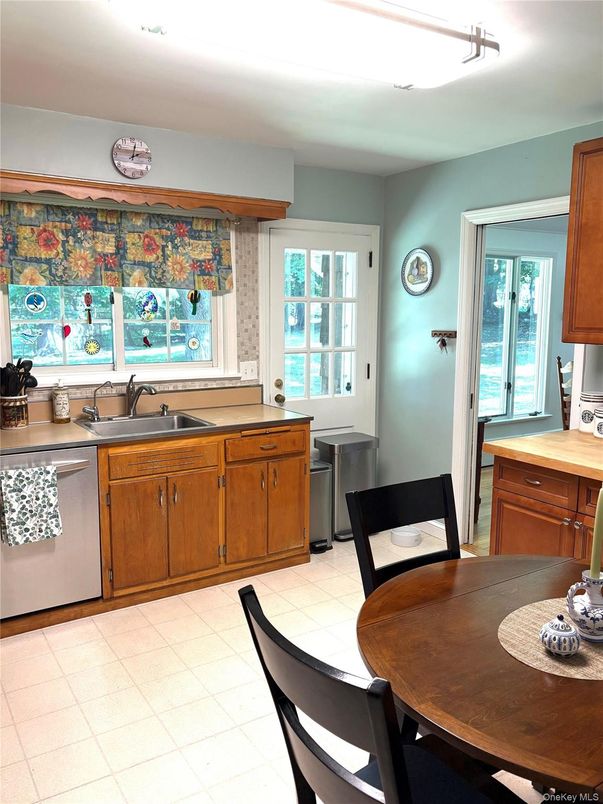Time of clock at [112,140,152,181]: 2:02
